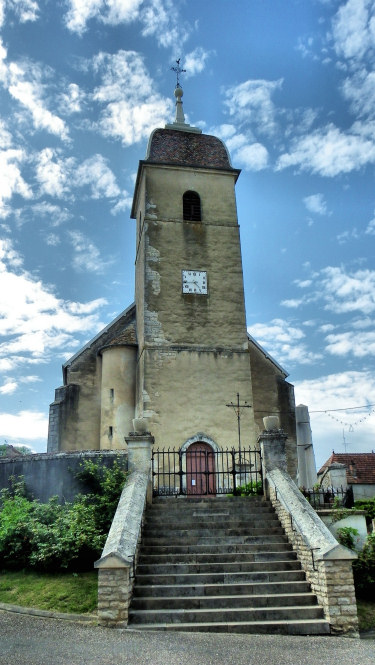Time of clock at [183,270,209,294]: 4:44
